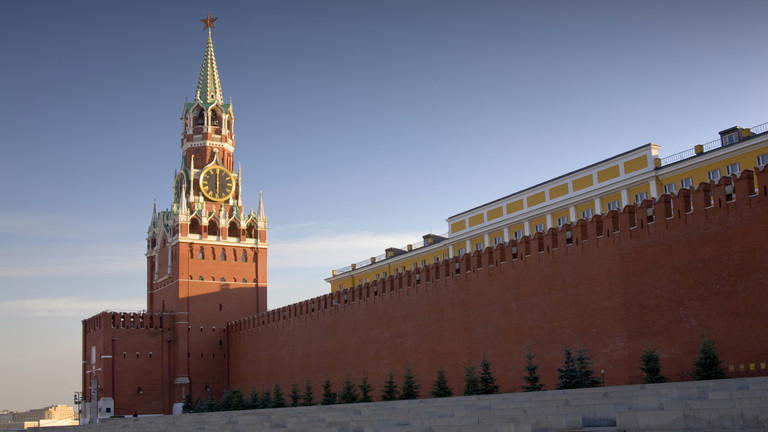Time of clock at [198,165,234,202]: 6:00
